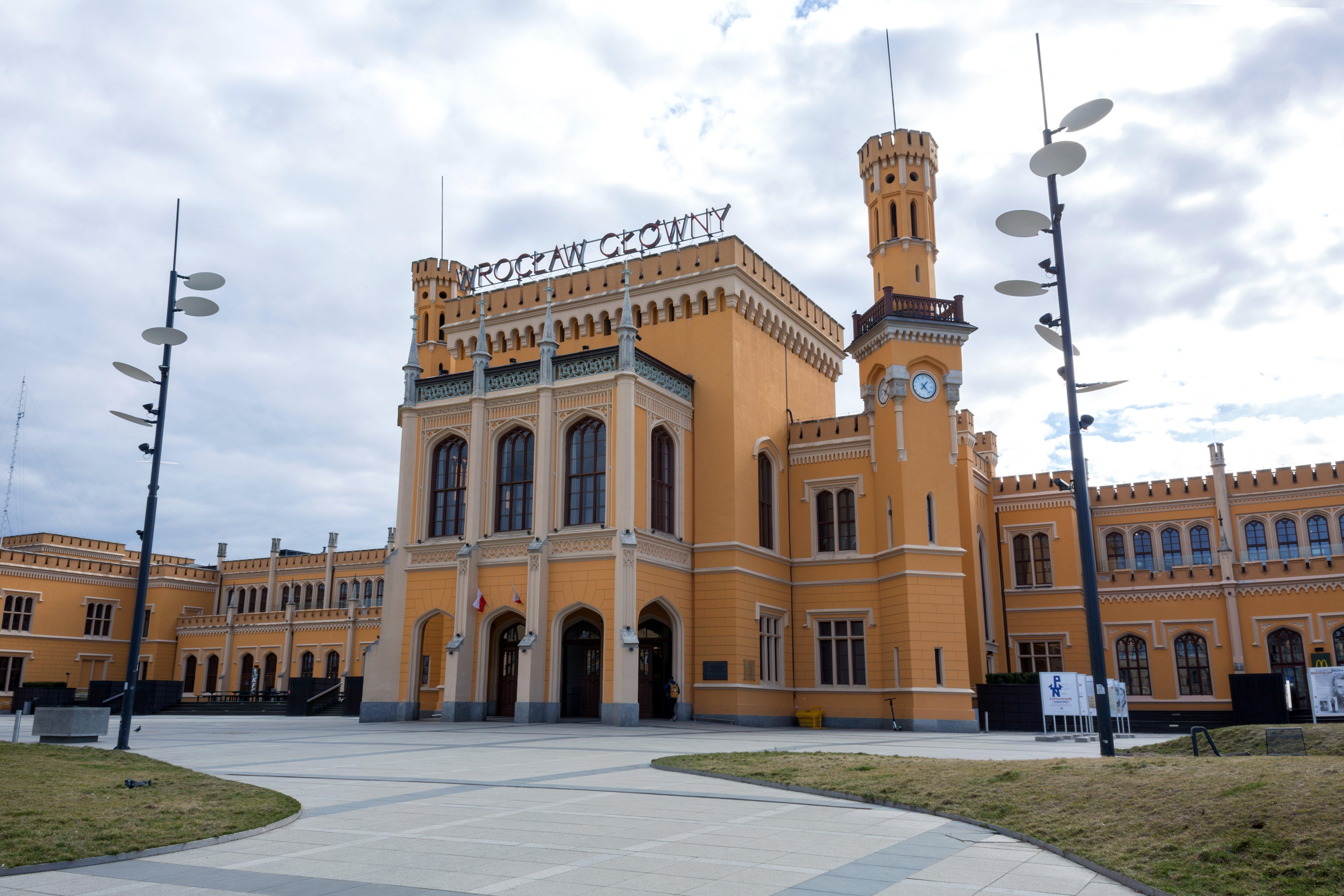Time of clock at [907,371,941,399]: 1:22
